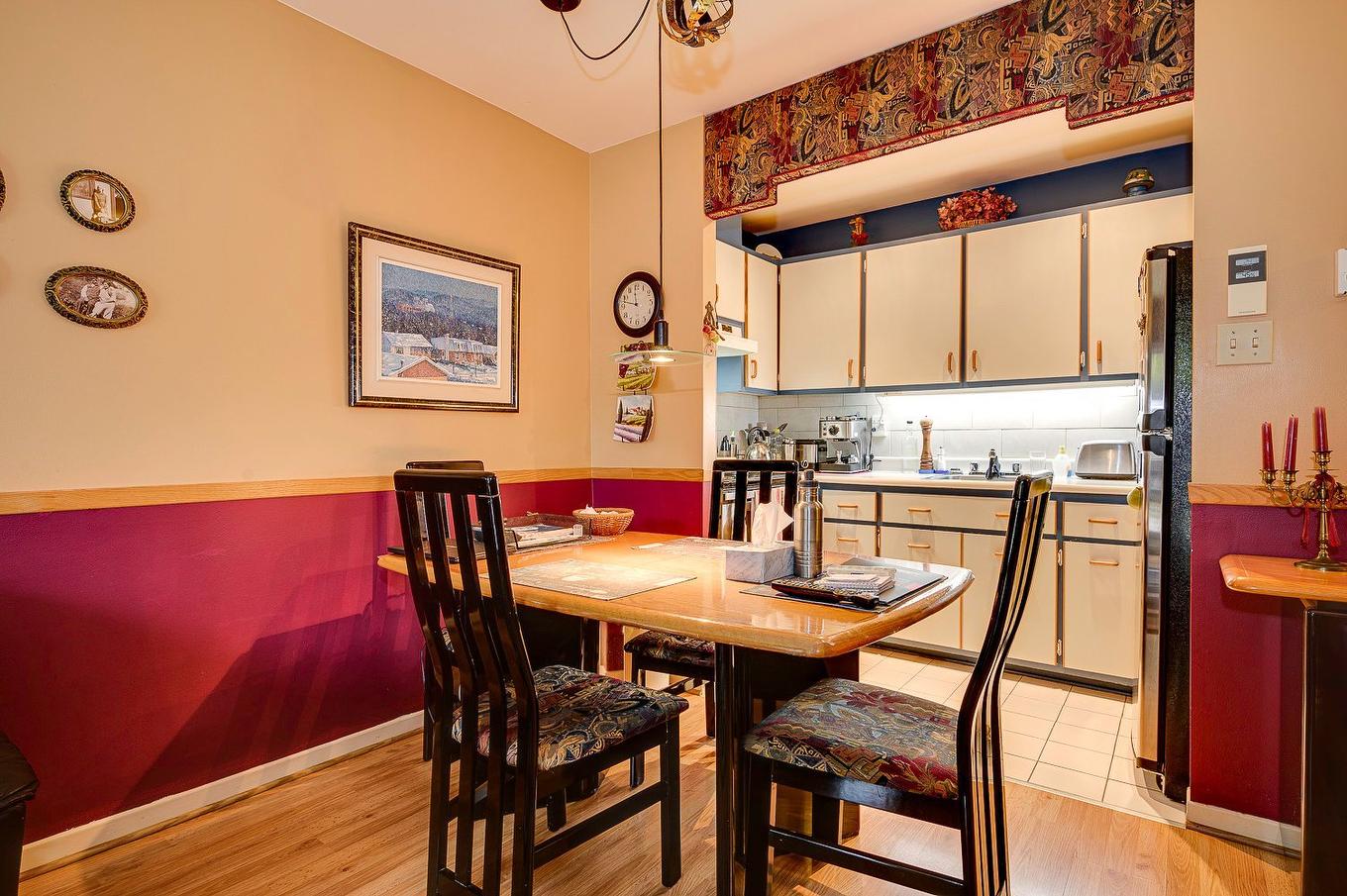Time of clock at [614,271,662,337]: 11:47
